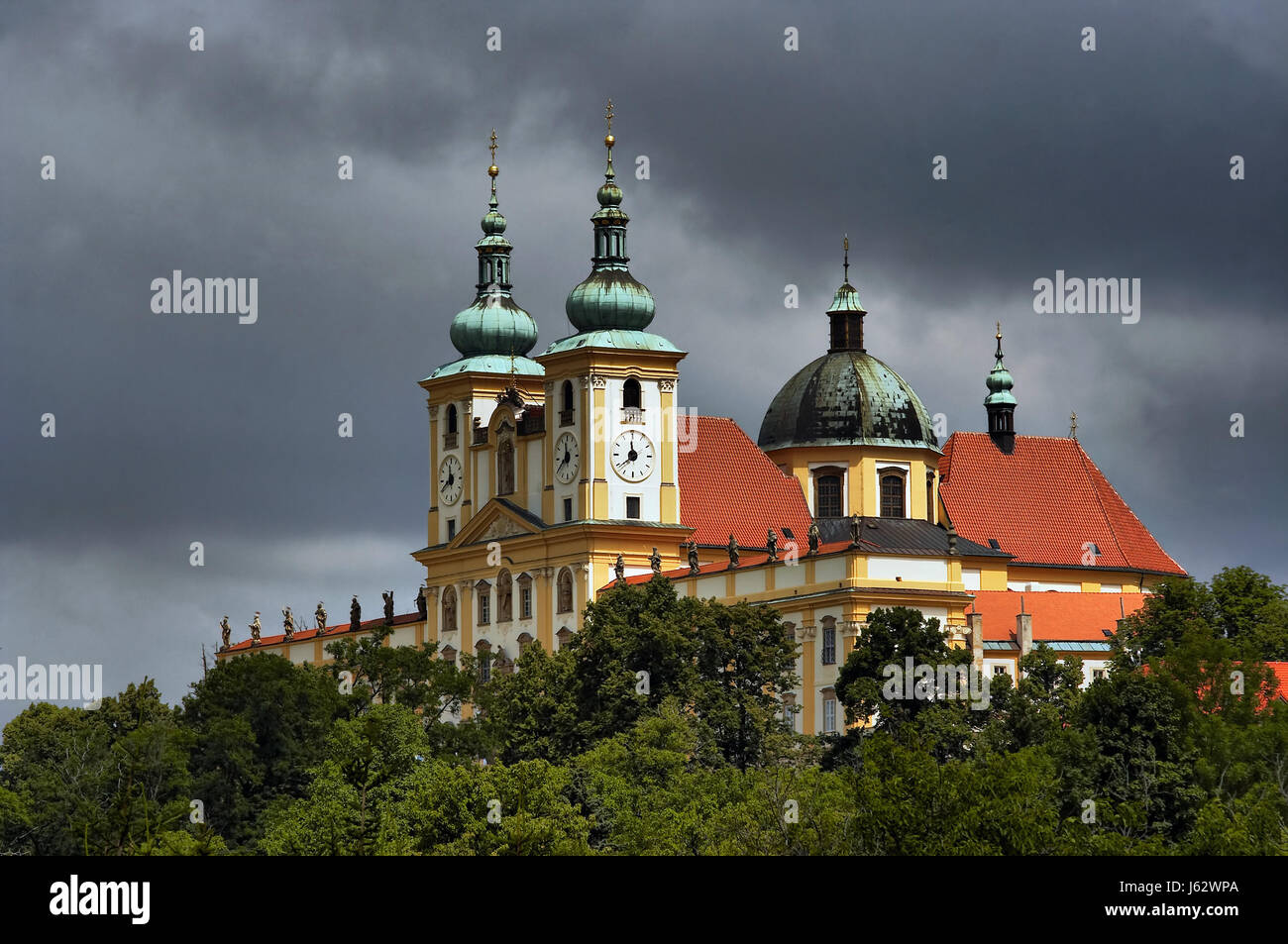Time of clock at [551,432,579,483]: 11:39
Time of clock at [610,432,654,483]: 11:38
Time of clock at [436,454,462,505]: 11:40
